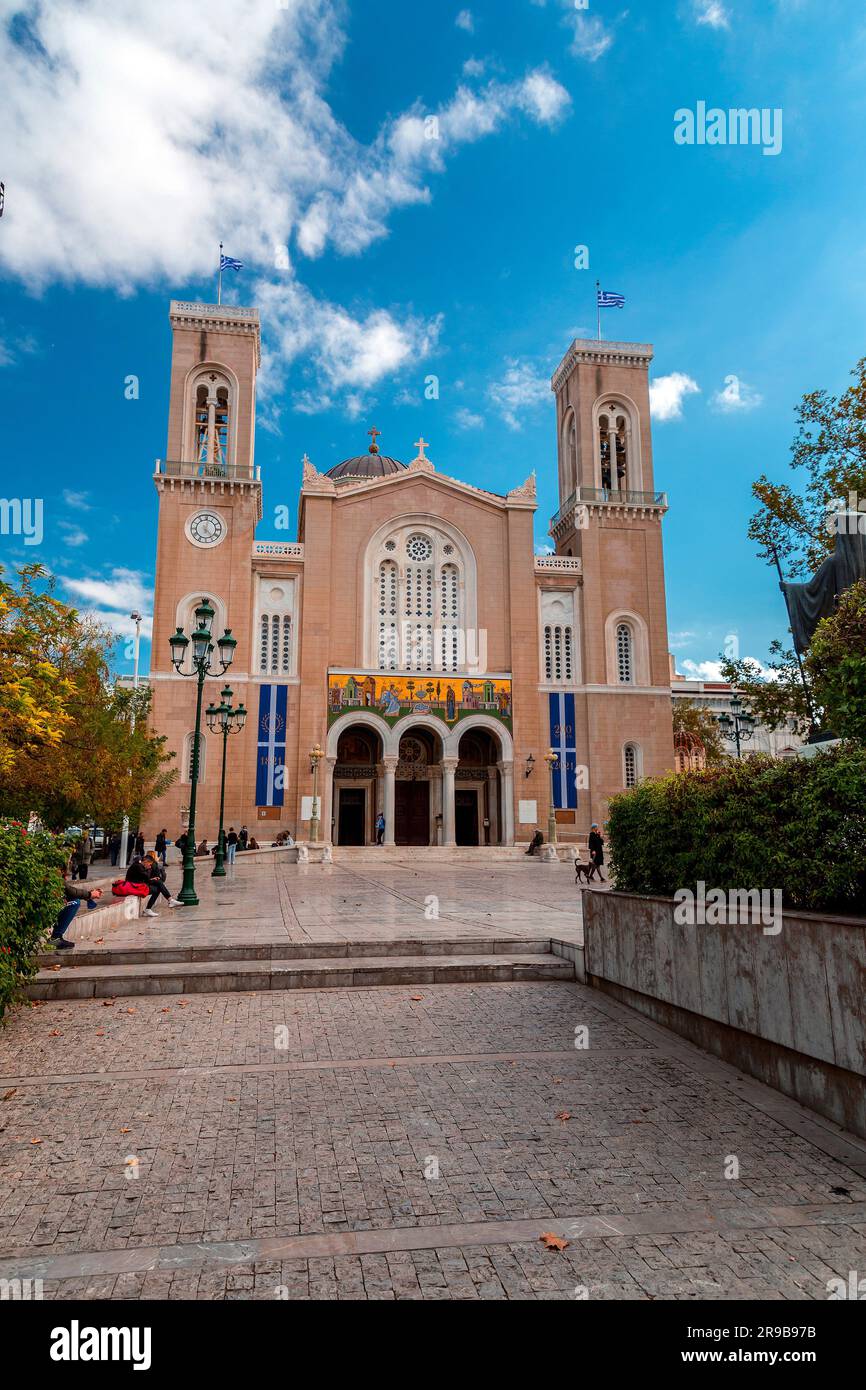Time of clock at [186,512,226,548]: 12:23
